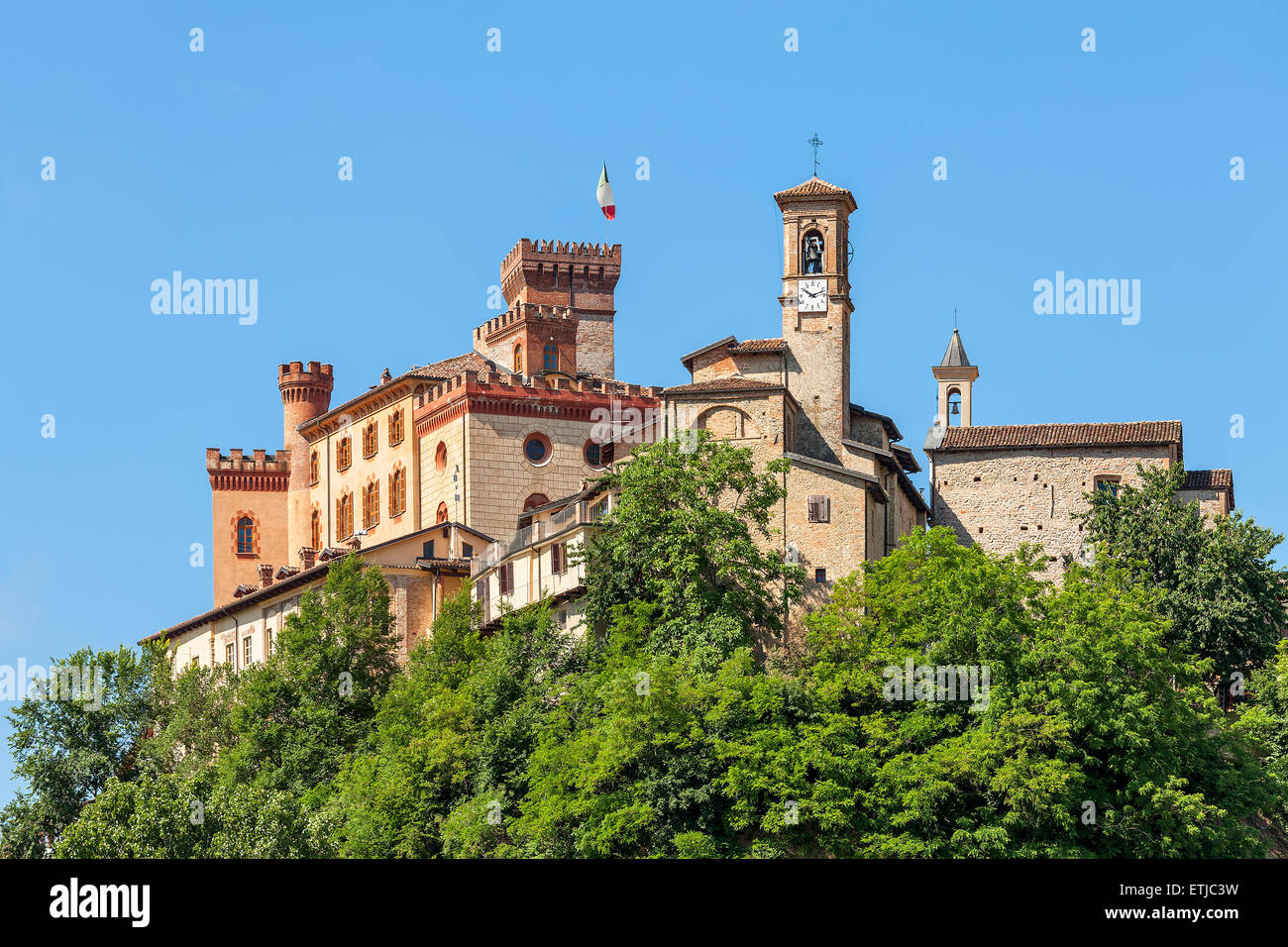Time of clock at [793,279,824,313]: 10:12
